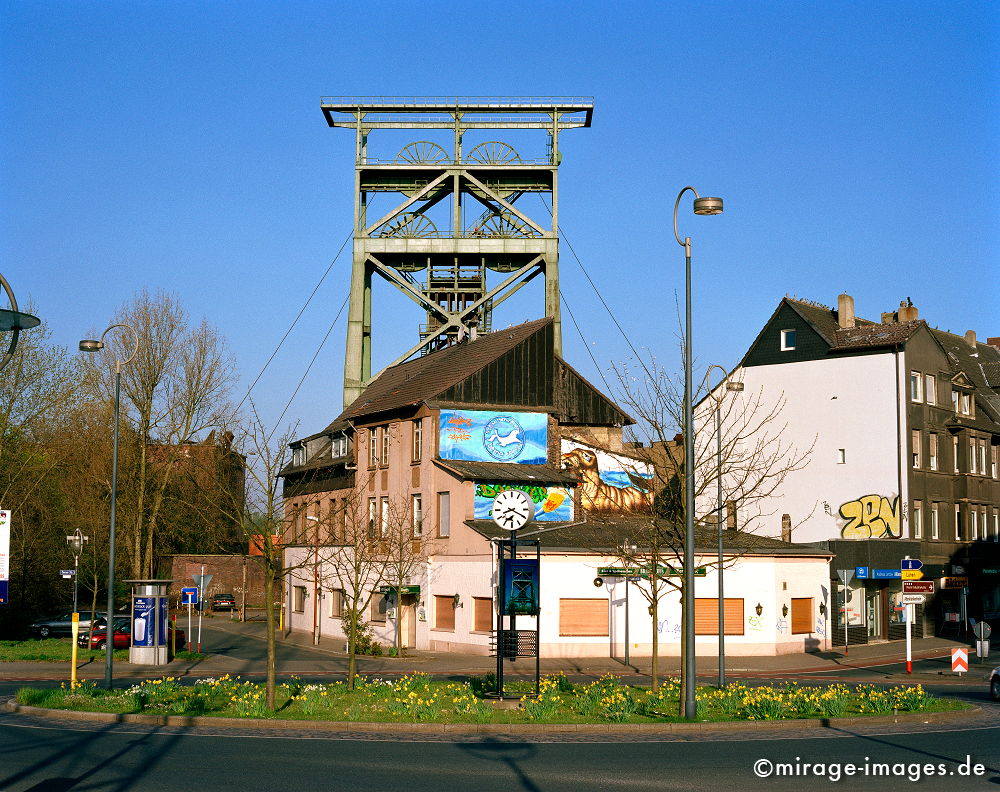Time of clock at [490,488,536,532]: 8:19
